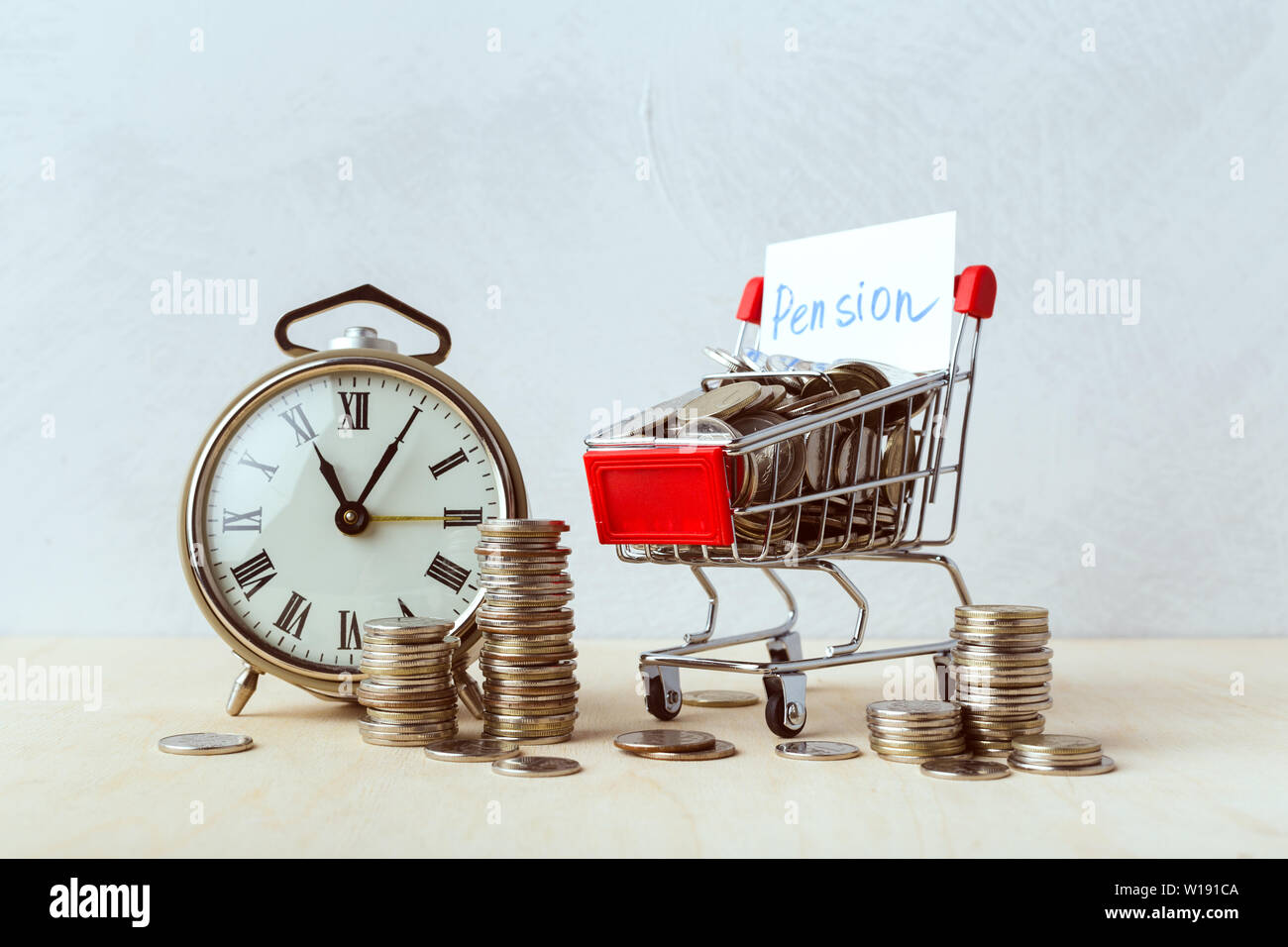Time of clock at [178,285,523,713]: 11:05
